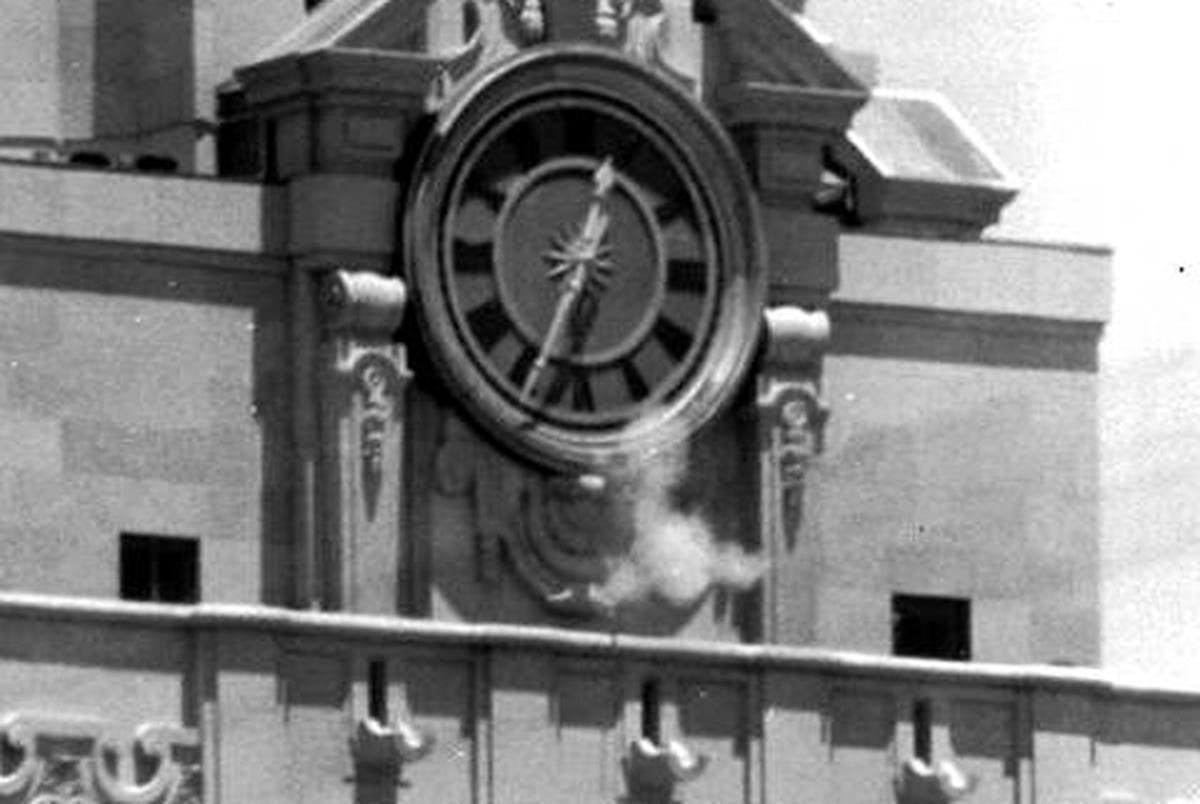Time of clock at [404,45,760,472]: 12:34
